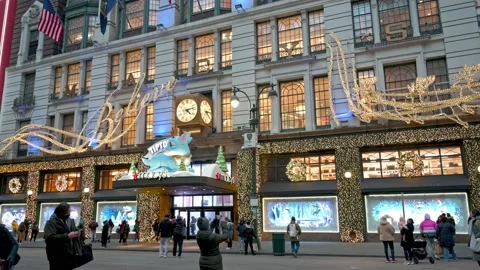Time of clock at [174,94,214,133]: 4:13
